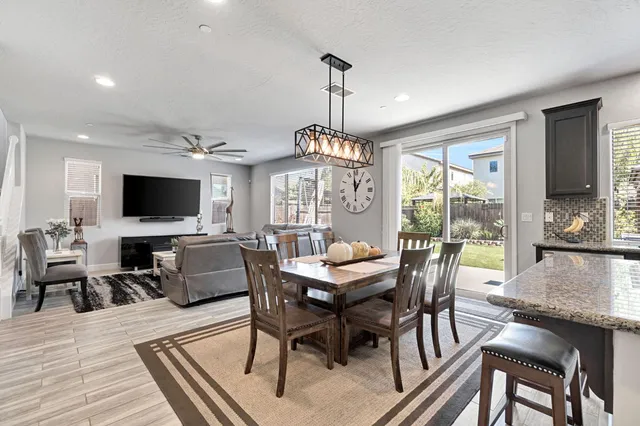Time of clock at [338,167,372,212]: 12:58
